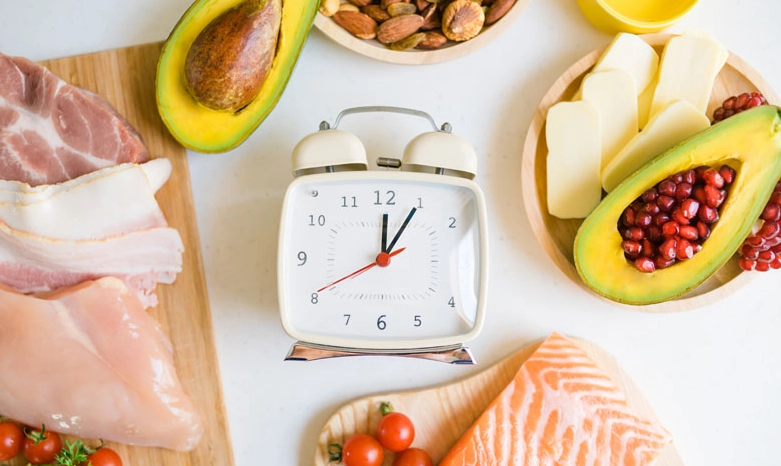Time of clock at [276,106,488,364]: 12:05
